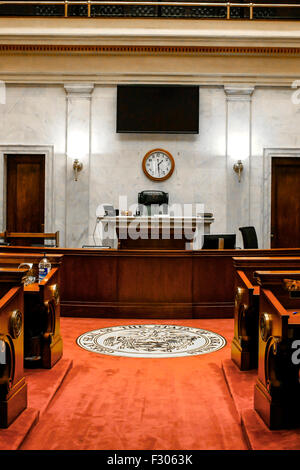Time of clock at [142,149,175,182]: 1:29
